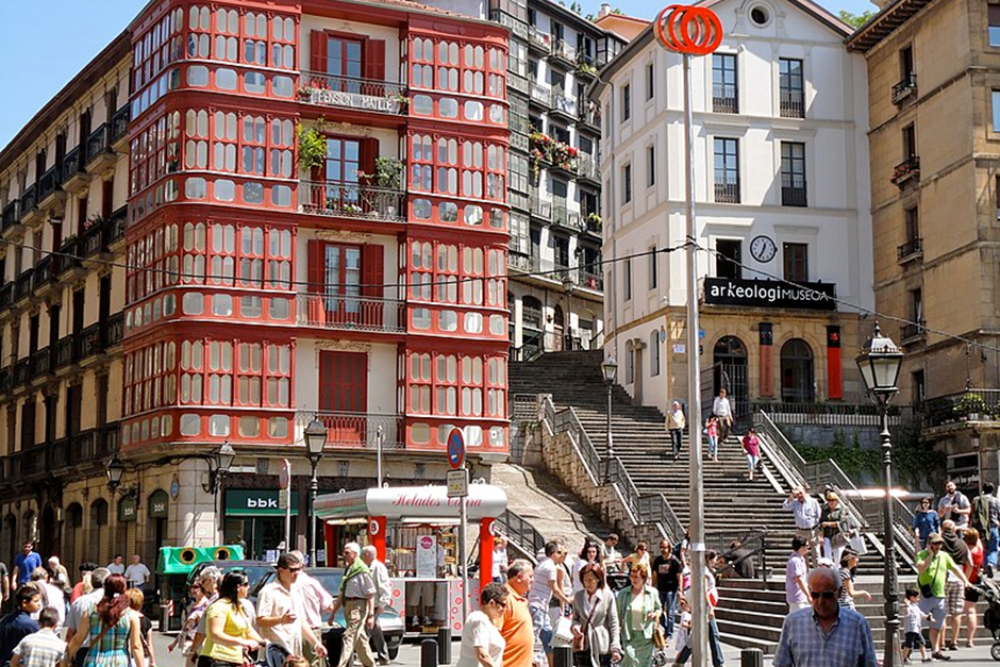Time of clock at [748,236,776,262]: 12:34
